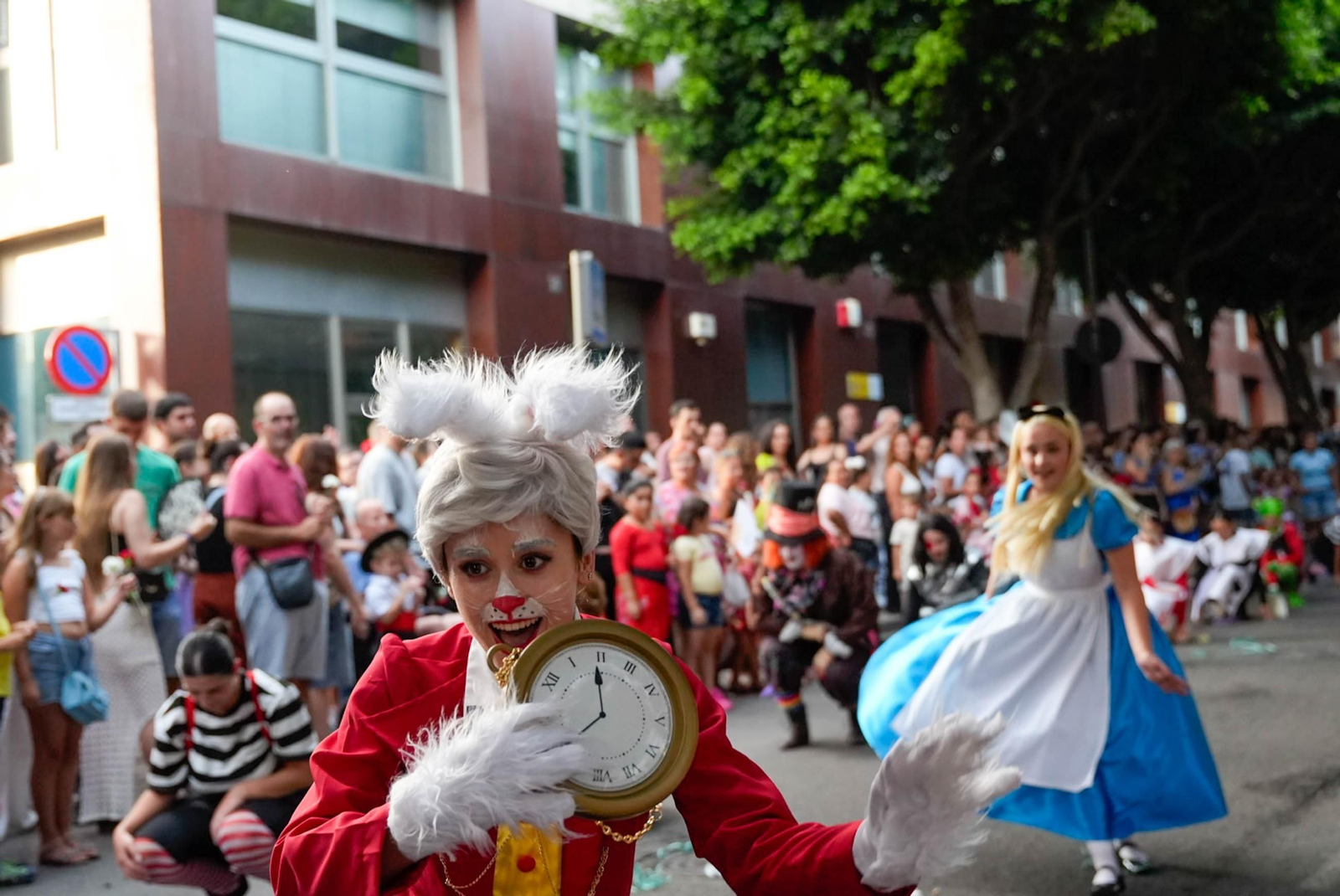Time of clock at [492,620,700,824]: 7:59
